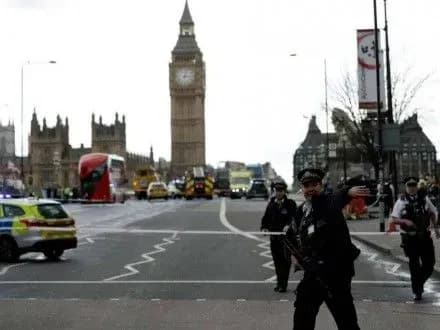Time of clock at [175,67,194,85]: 3:02
